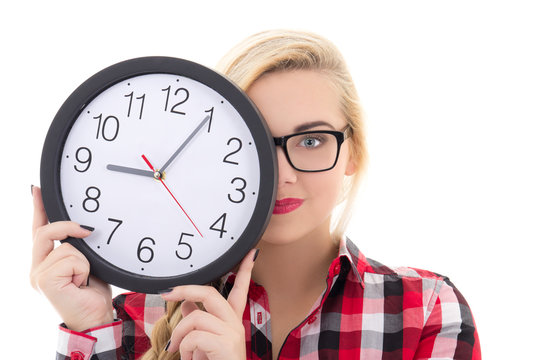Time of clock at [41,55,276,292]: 9:05
